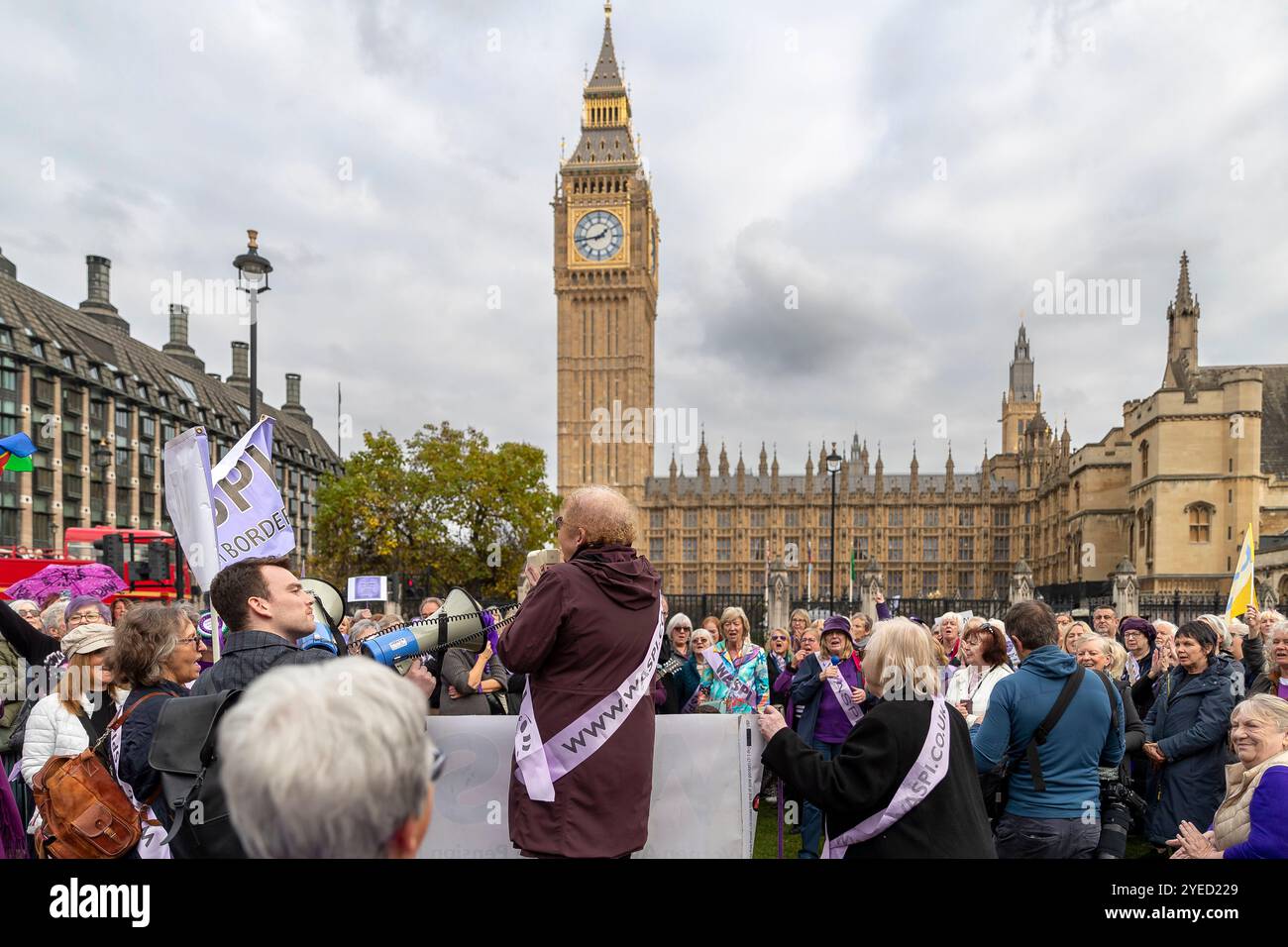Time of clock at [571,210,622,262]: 1:43
